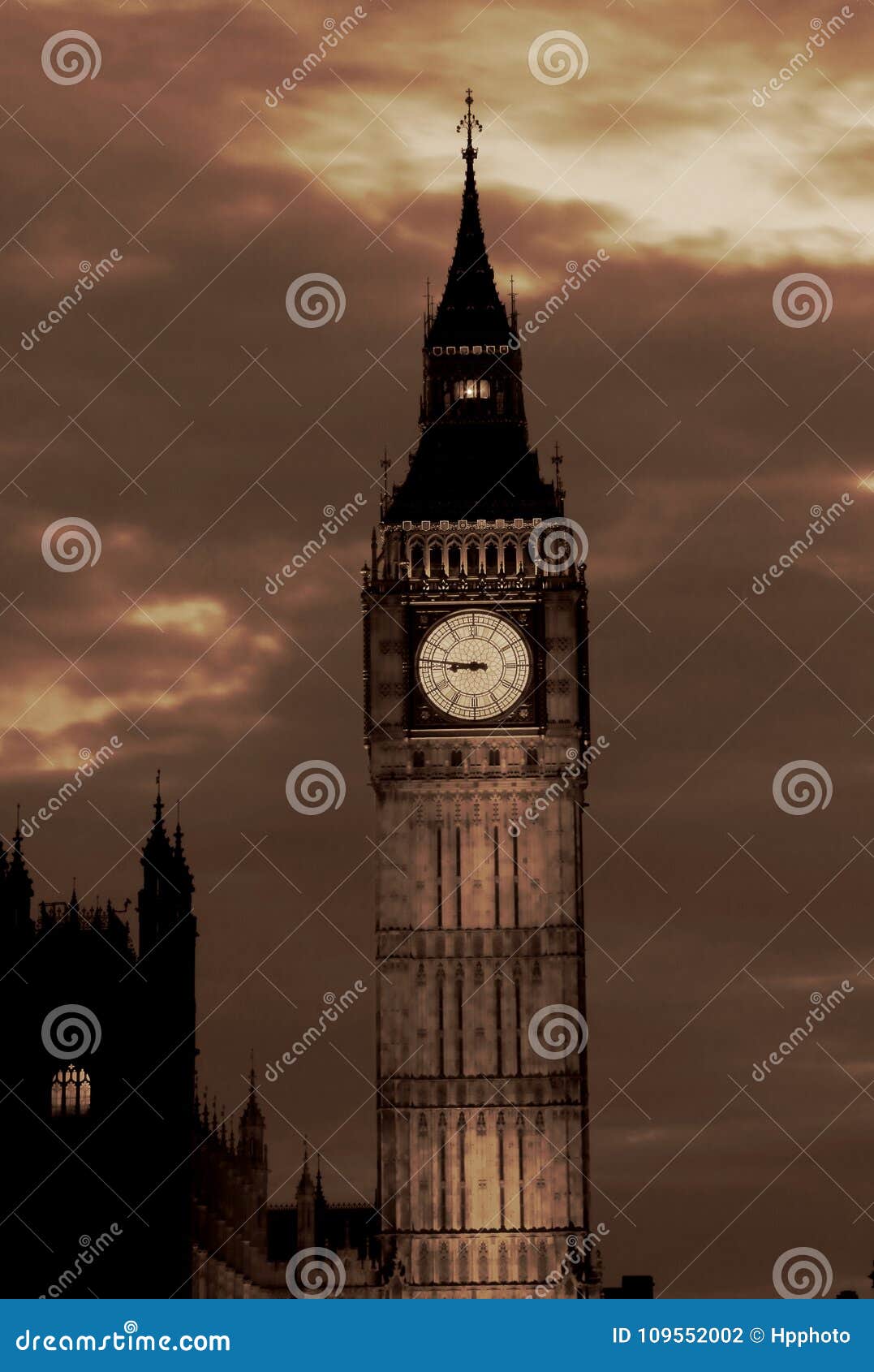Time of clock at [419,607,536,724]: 8:46
